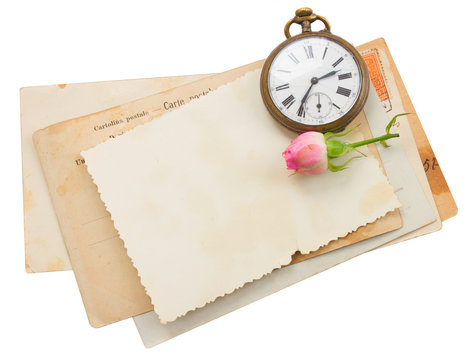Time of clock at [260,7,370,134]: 2:36
